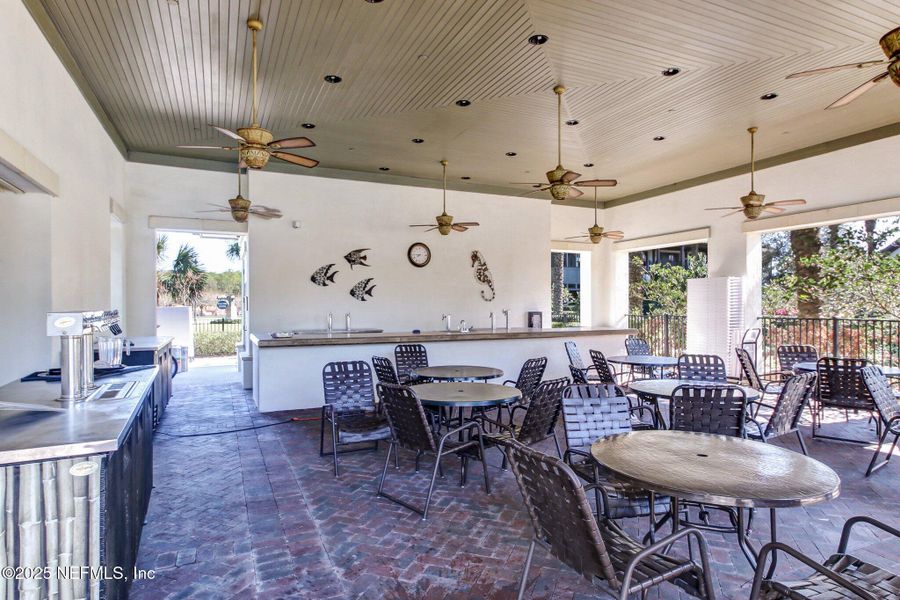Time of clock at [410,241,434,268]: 7:44
